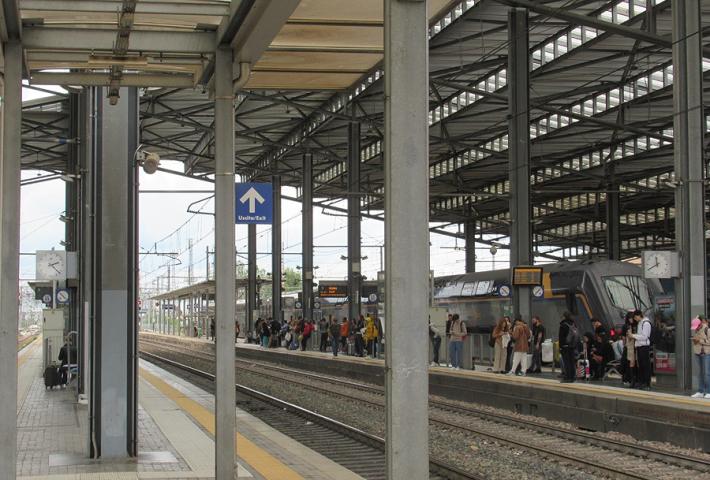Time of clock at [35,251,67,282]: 2:21
